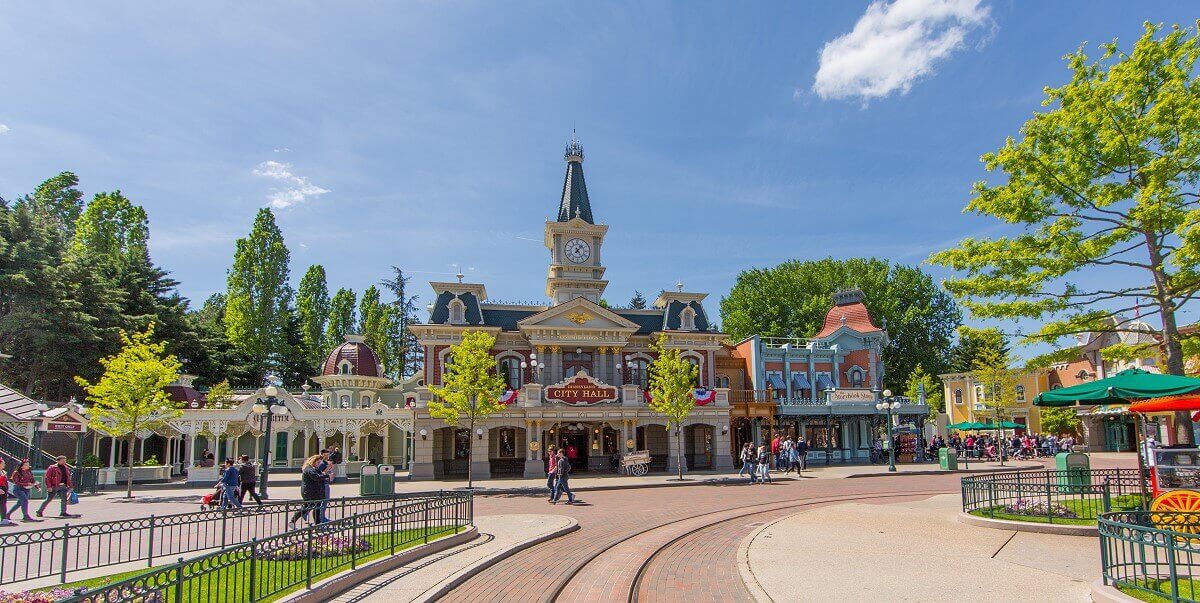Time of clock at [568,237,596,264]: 1:24
